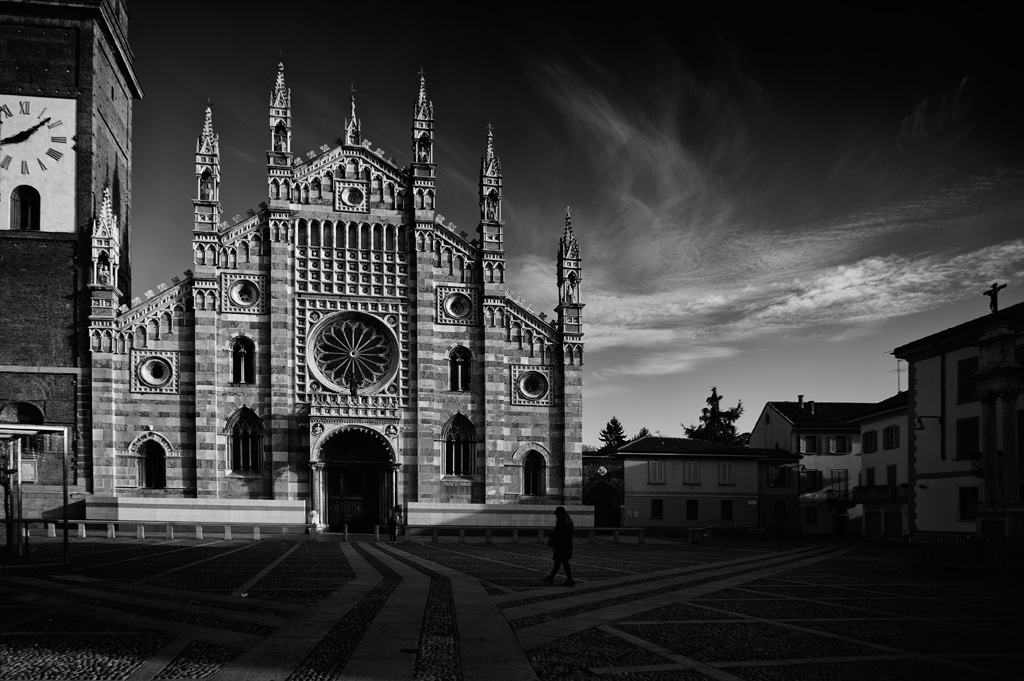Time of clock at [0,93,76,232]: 8:07
